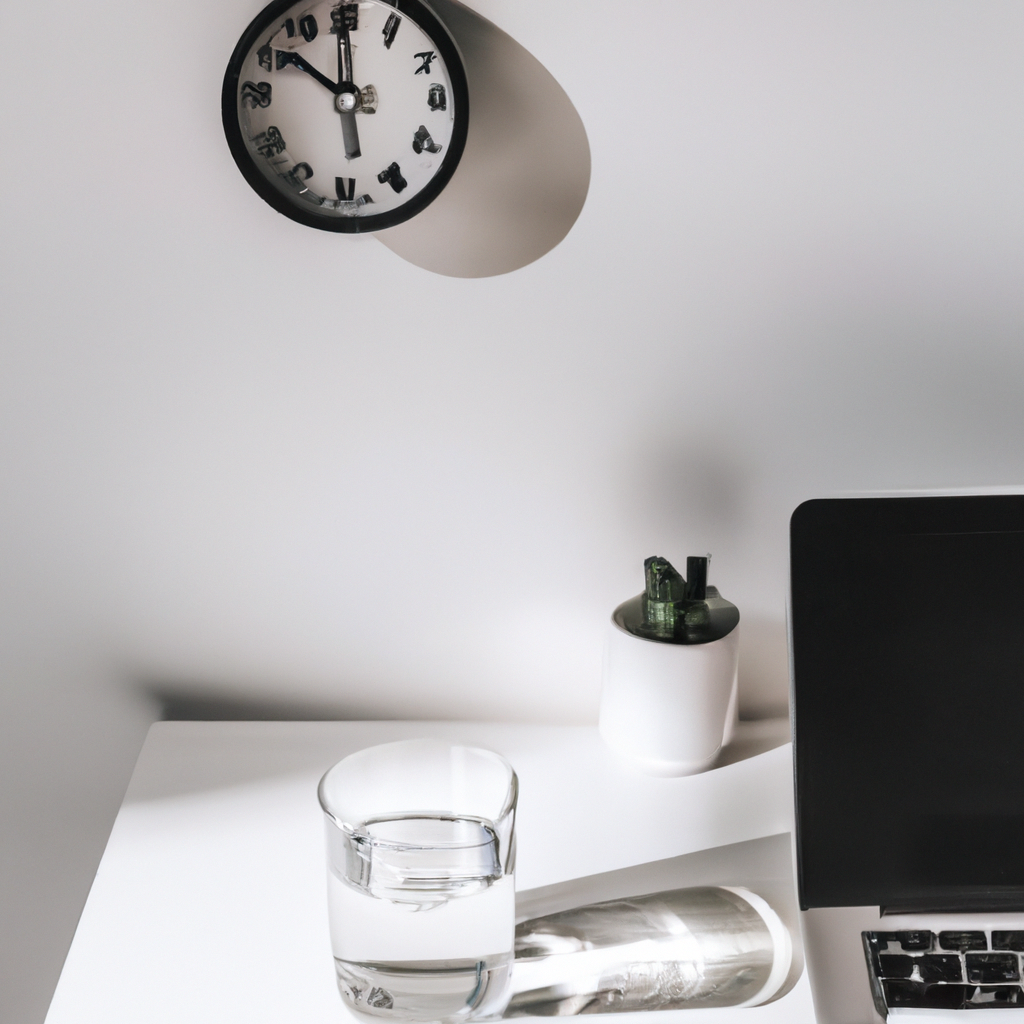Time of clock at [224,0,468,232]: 11:51
